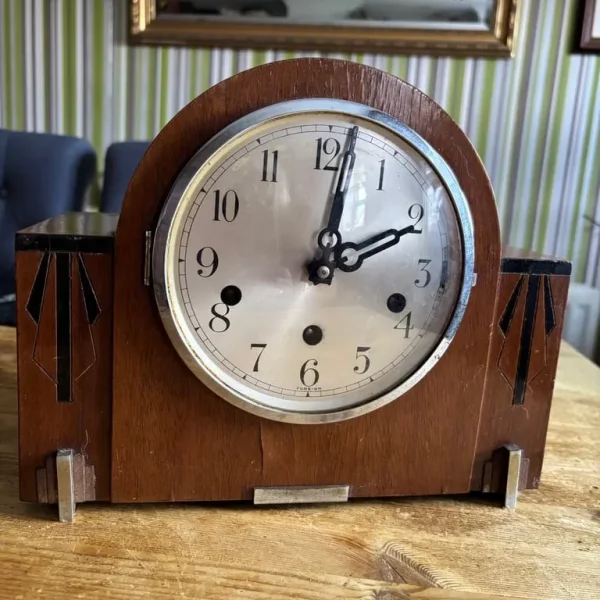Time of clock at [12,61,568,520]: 2:01
